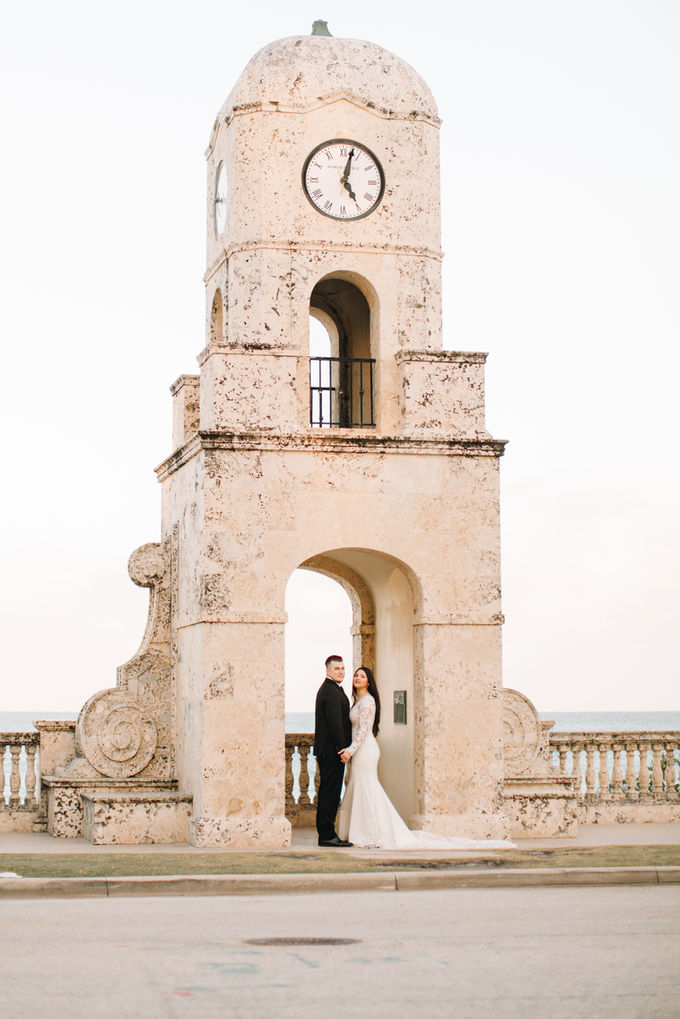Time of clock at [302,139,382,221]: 5:02
